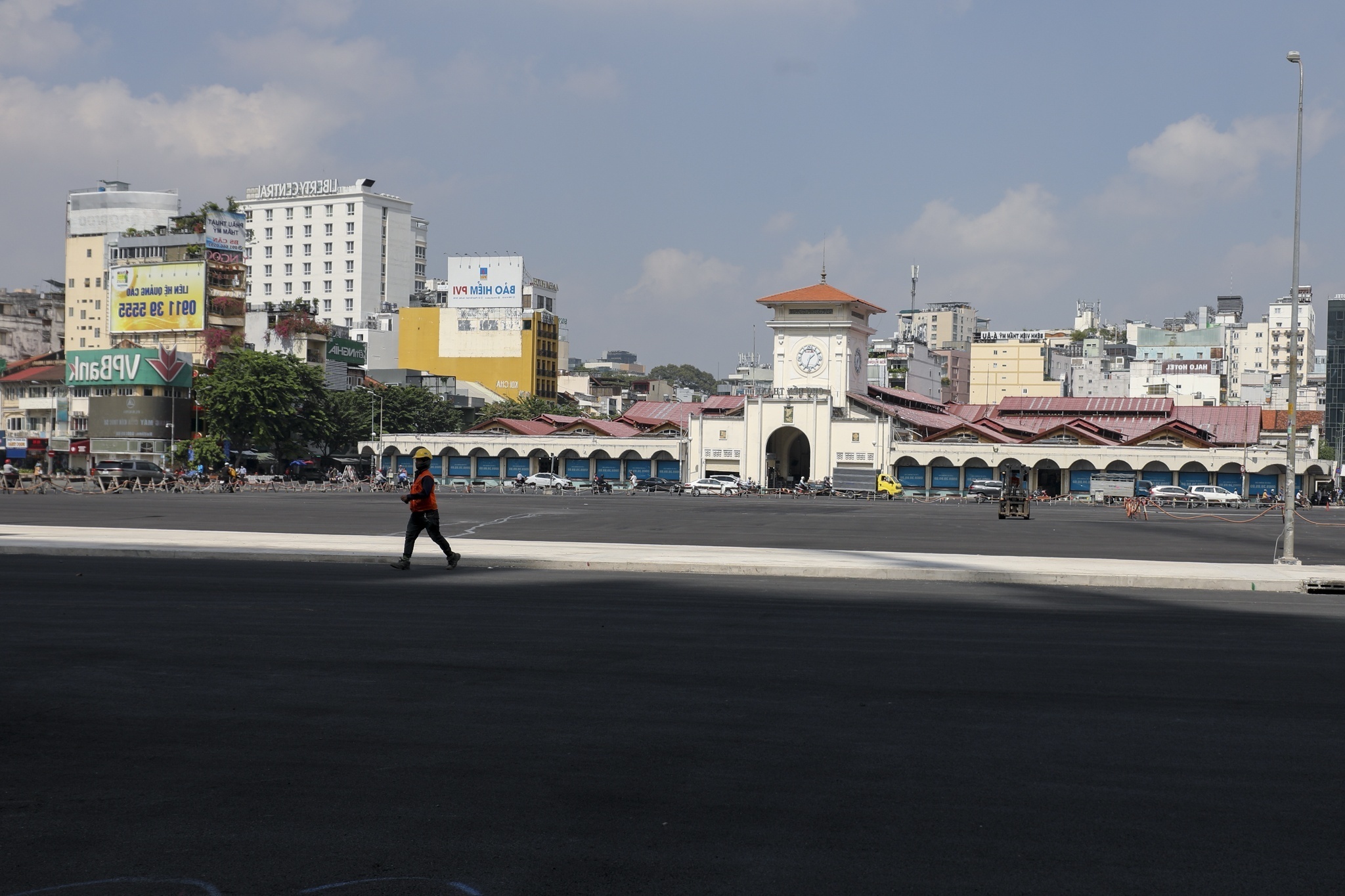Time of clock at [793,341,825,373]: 1:33
